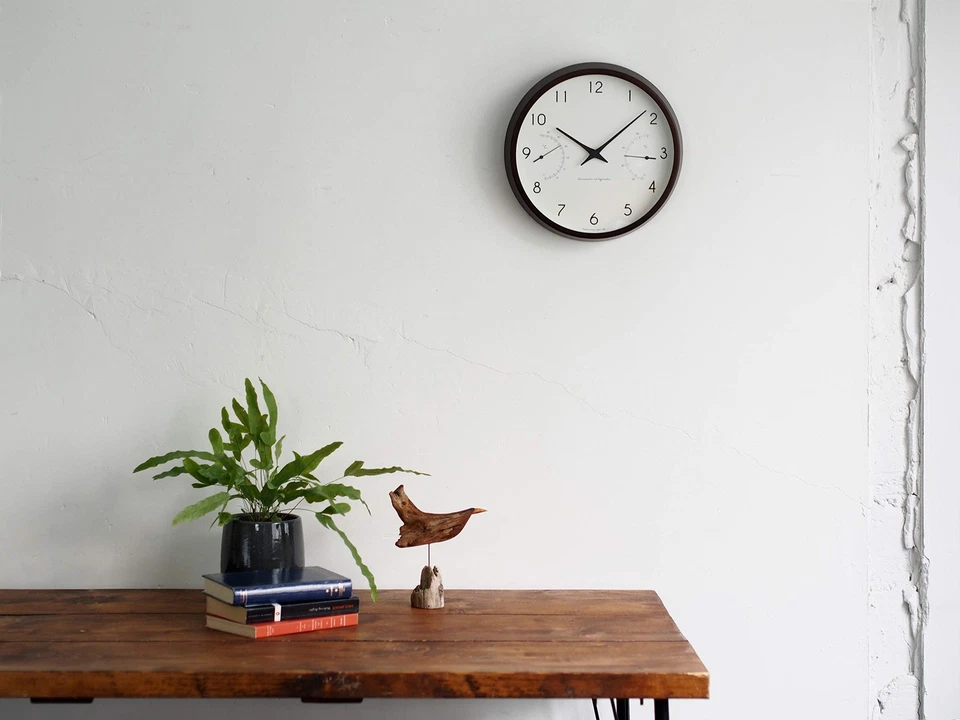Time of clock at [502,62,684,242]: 10:08
